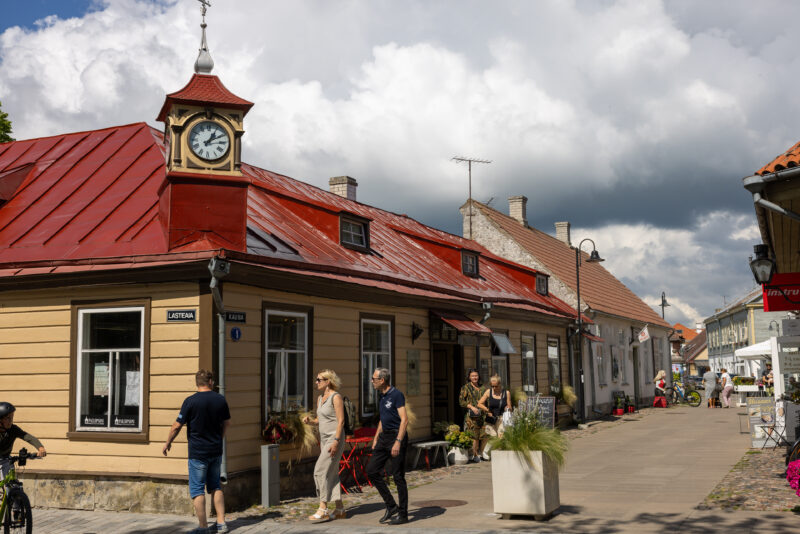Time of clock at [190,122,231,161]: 1:10
